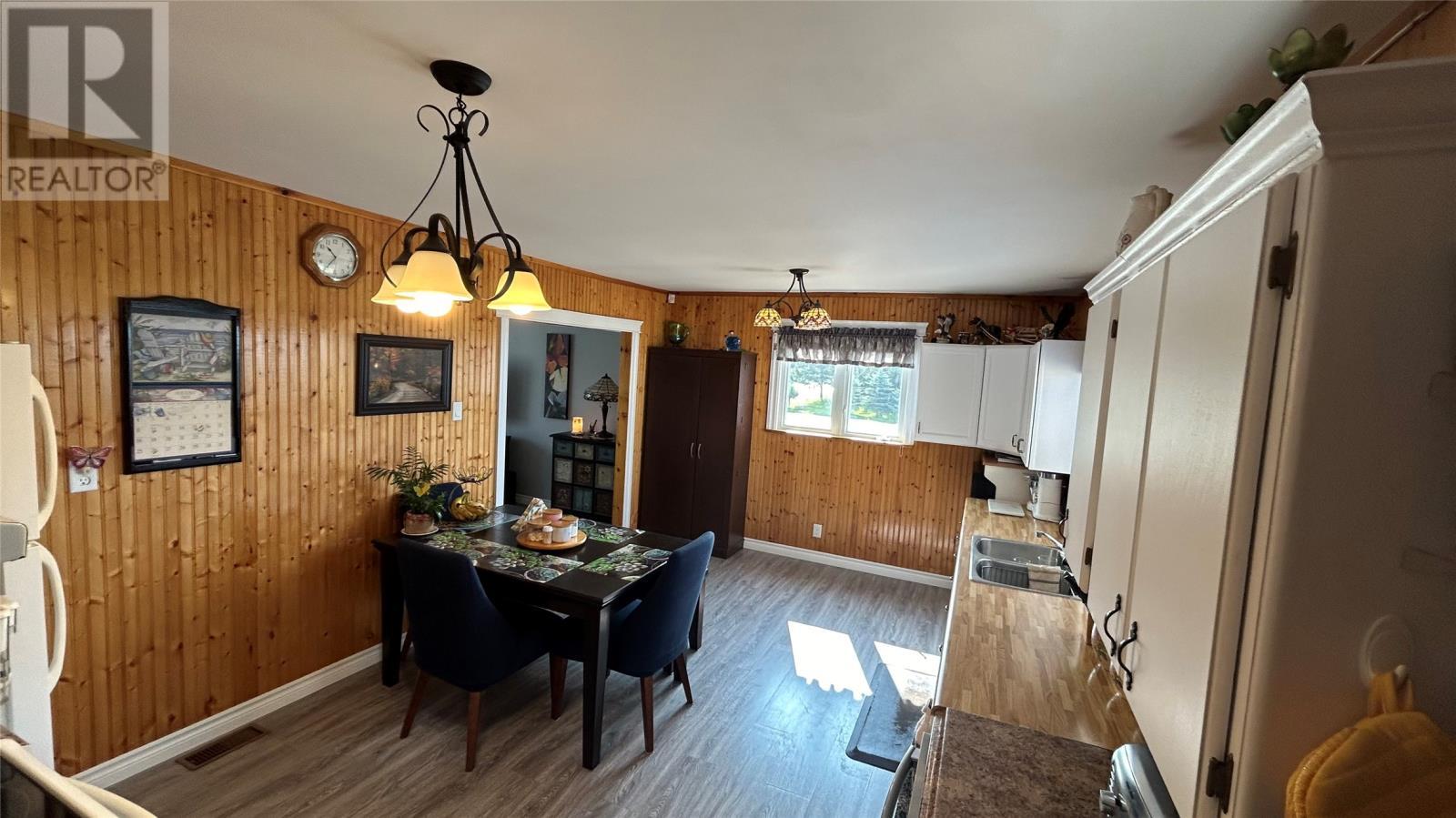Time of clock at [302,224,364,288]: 10:36
